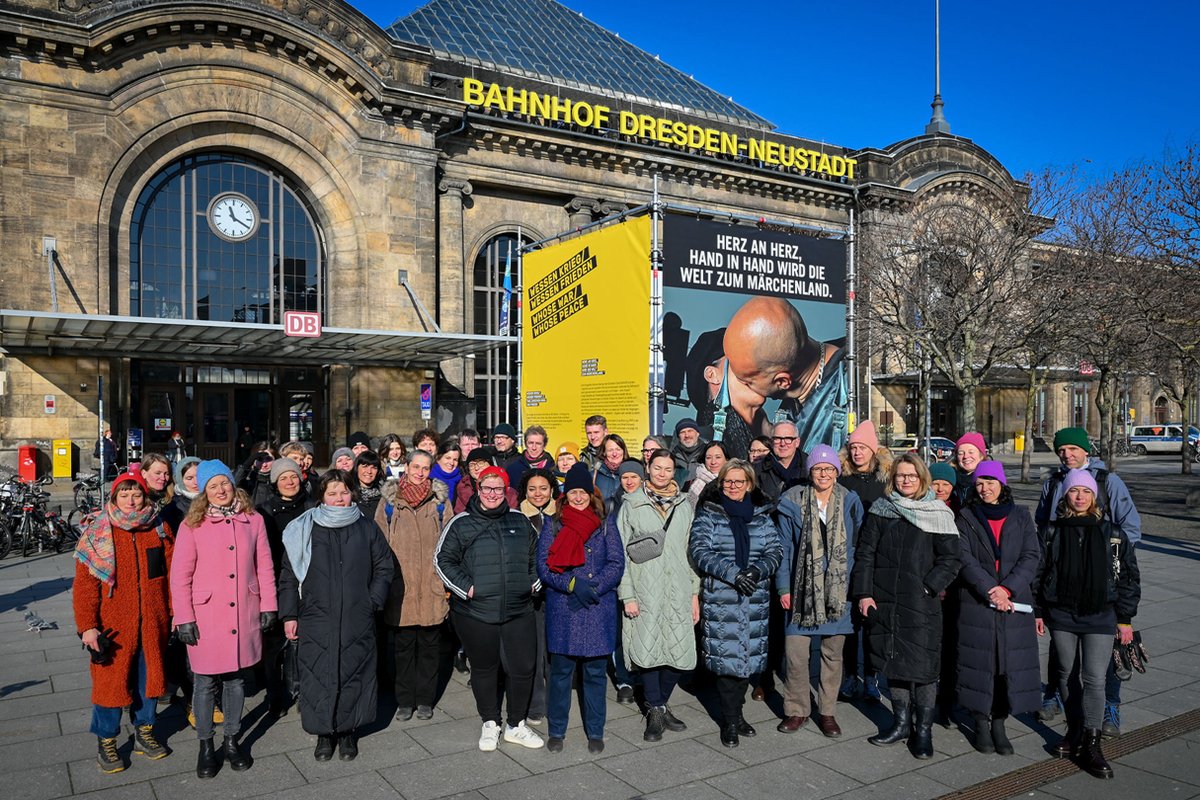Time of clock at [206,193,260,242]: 11:19
